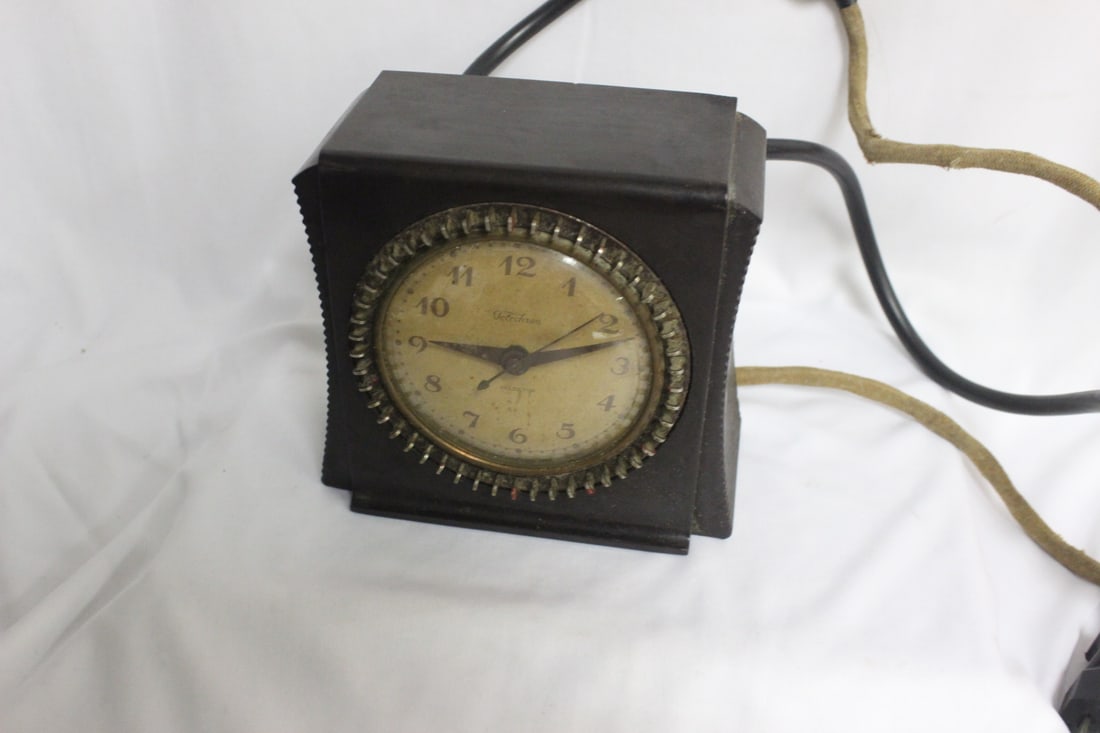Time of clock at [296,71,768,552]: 9:11
